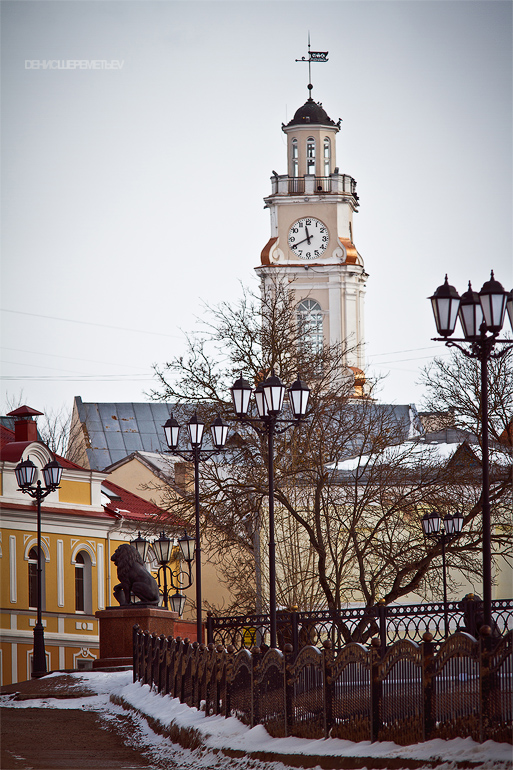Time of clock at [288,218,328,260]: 11:40
